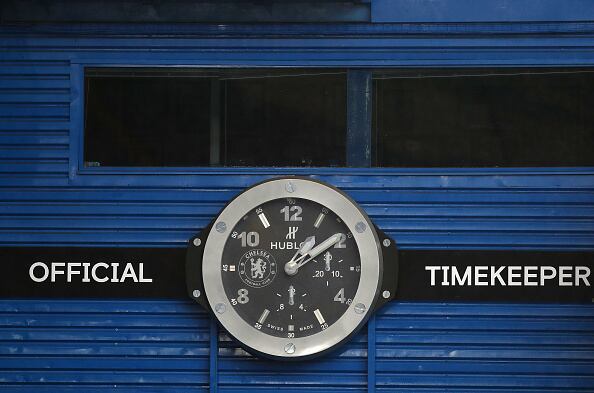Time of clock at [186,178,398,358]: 1:09
